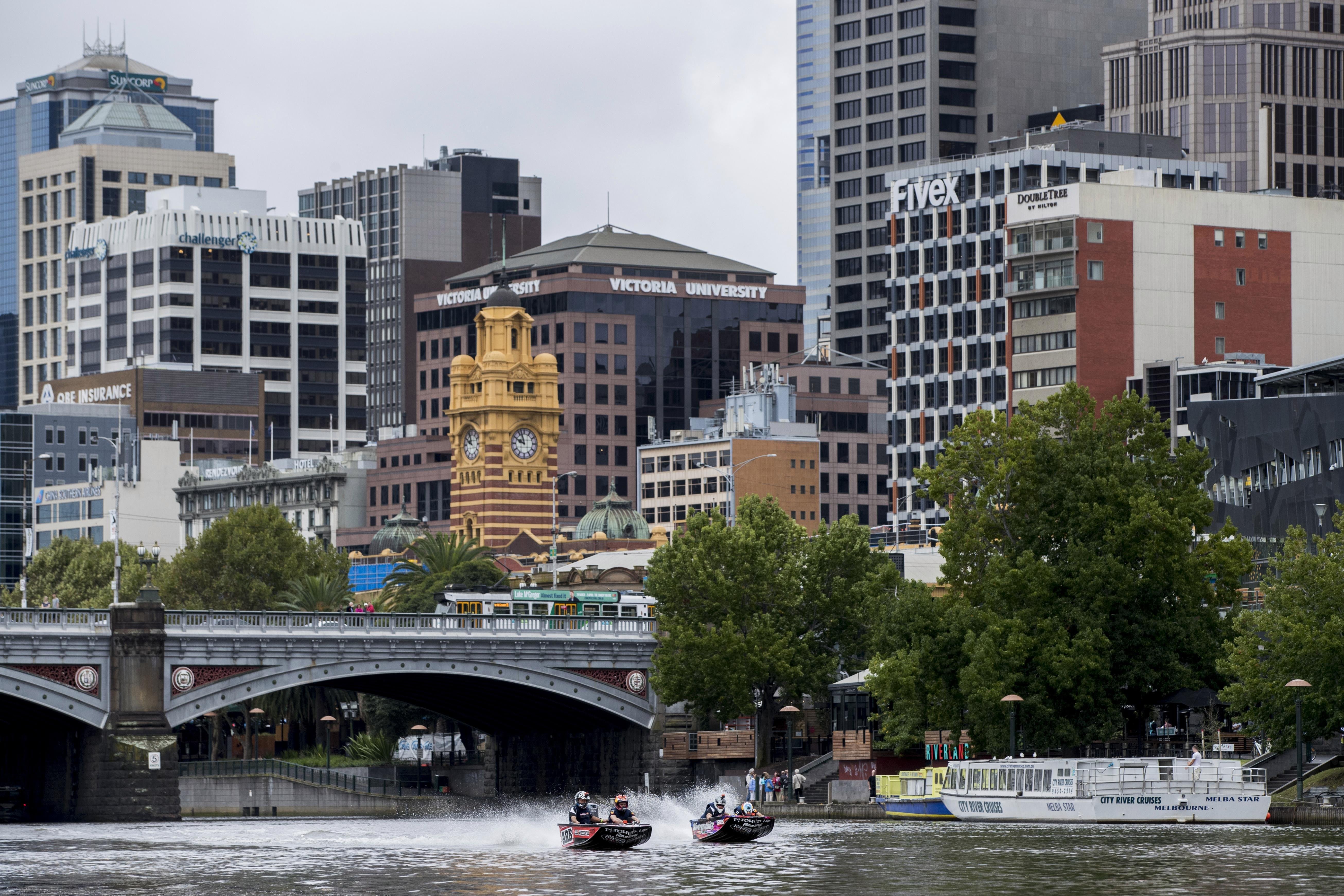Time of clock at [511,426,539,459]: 9:57
